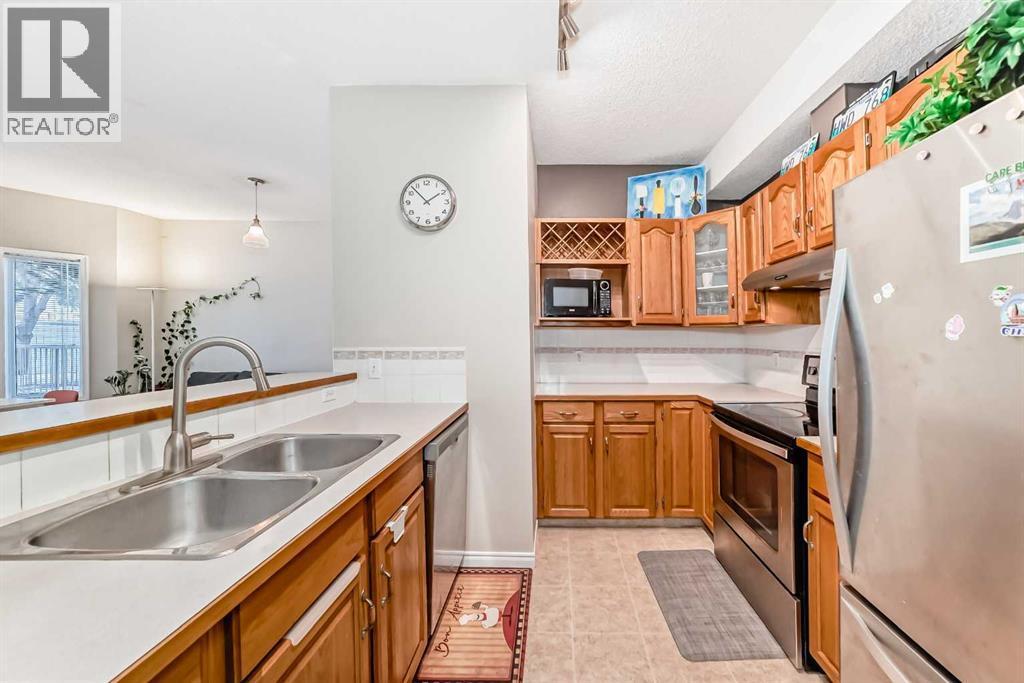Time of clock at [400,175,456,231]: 1:52
